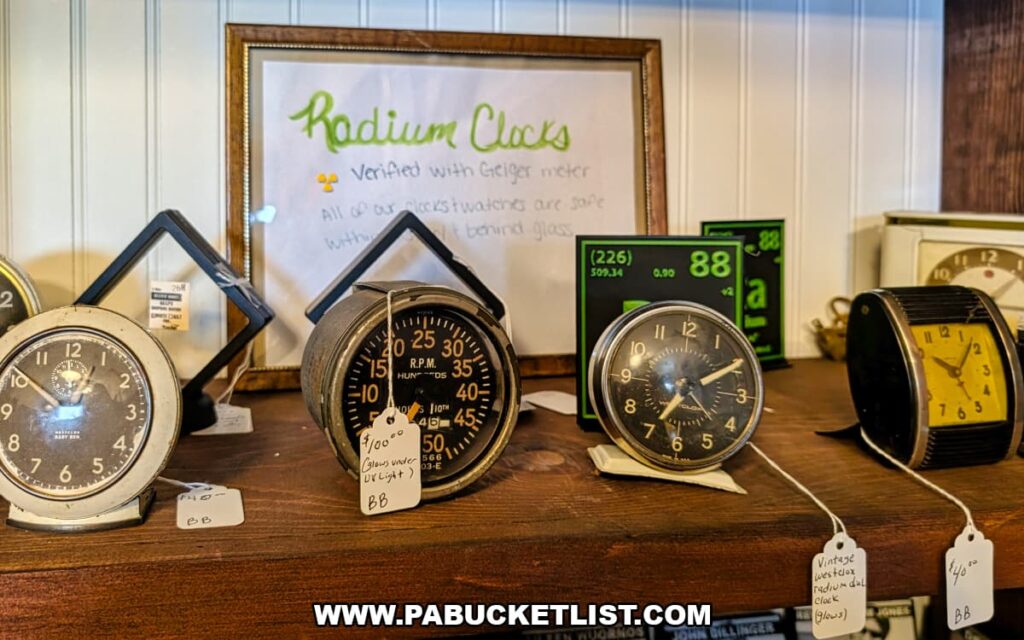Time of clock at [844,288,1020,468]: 10:07
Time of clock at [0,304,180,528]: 12:51
